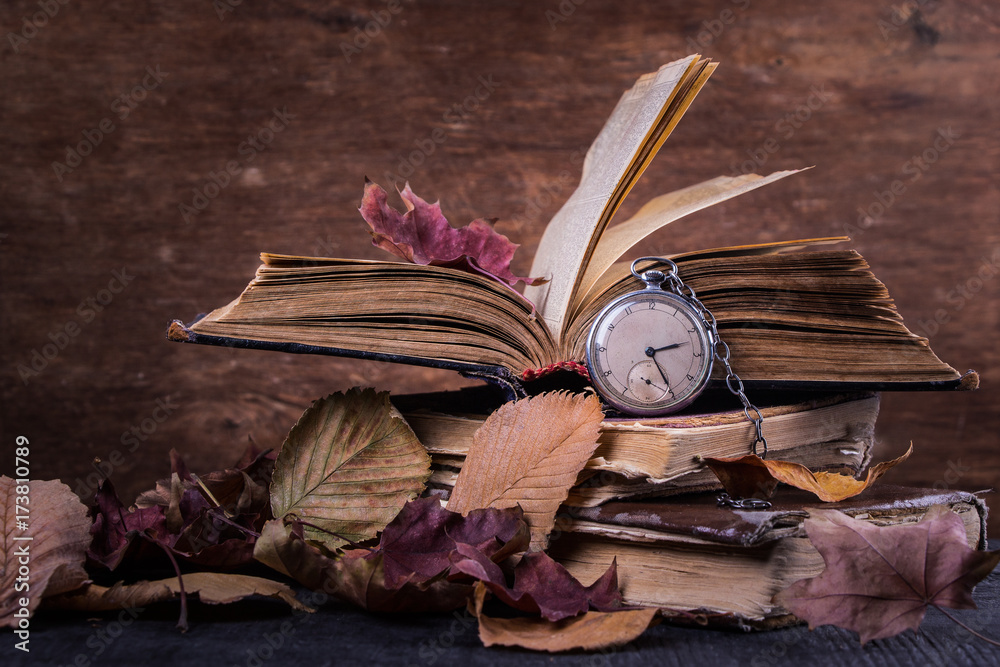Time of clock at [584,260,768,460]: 2:24
